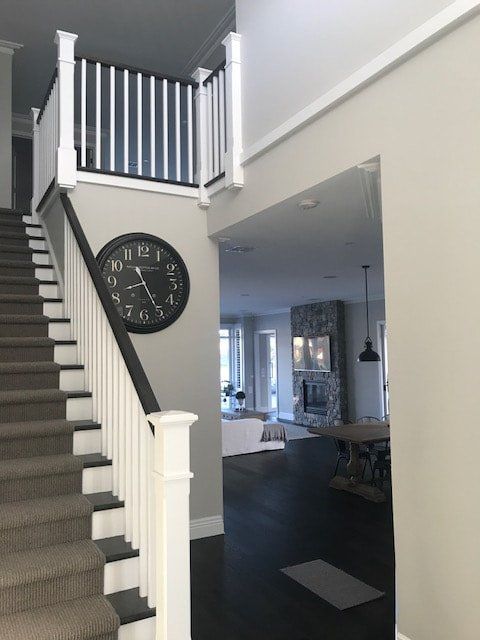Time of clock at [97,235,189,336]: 11:25
